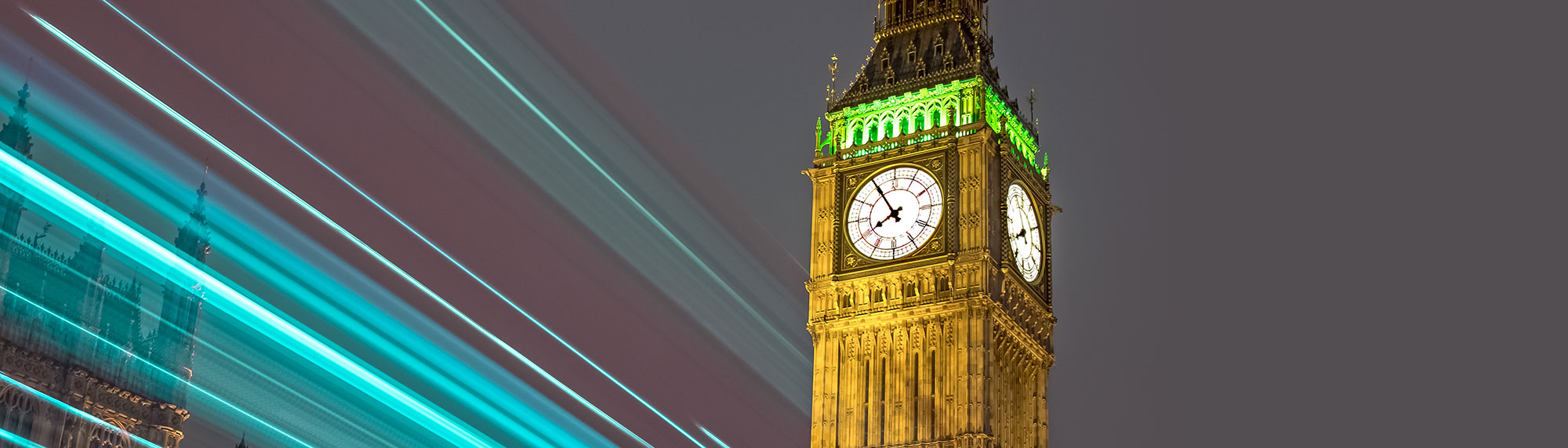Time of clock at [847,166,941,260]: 7:54
